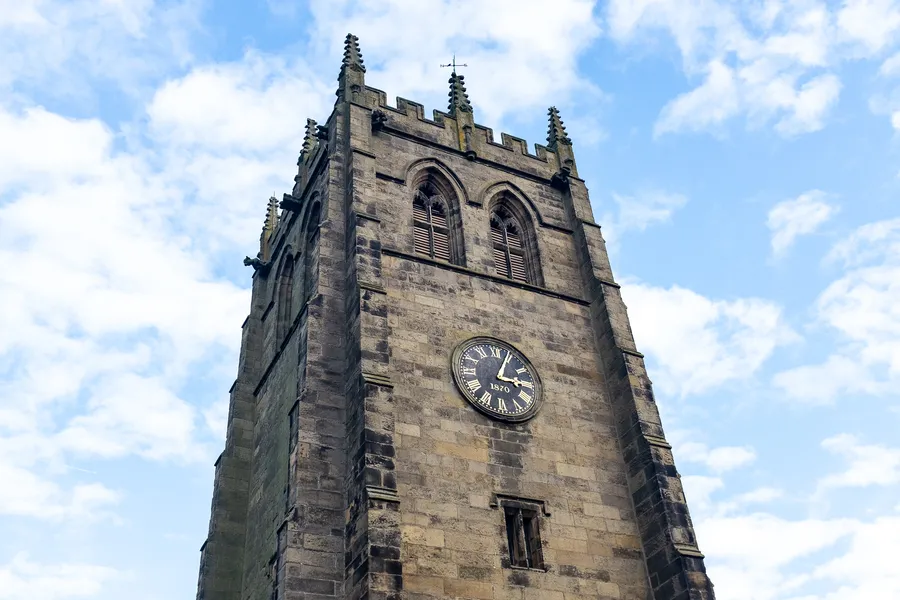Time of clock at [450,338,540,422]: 3:04
